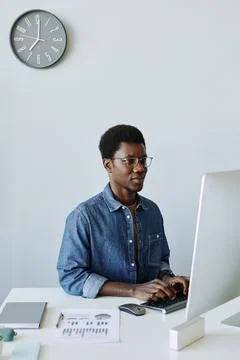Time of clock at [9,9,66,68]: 7:00
